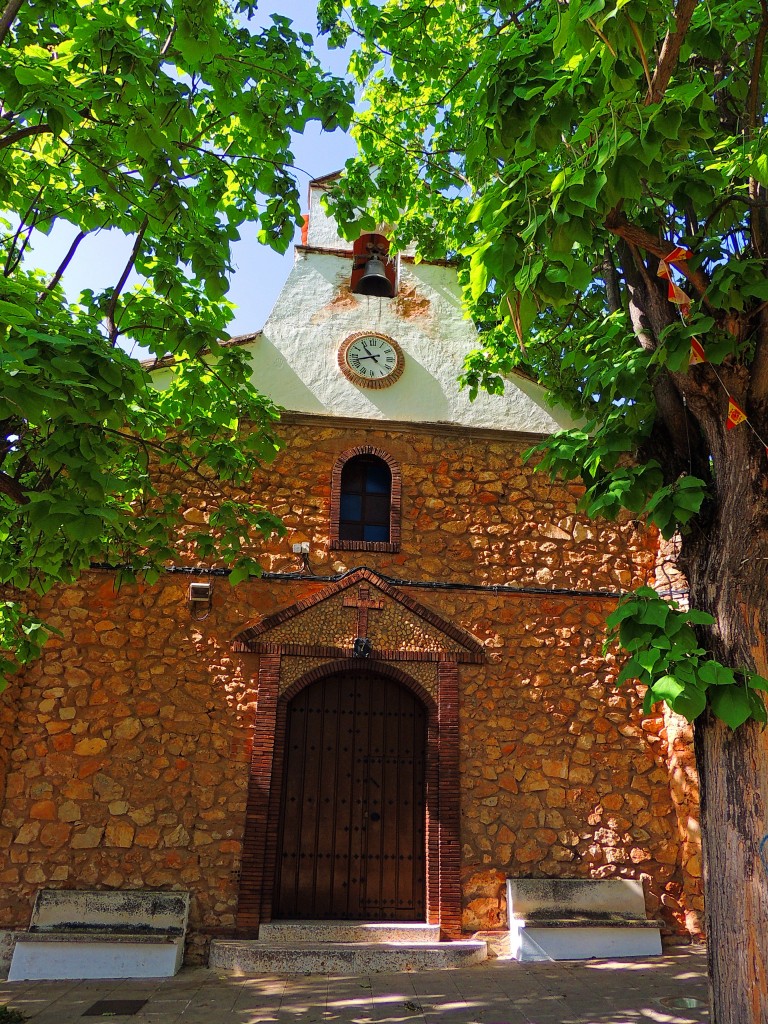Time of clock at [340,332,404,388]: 10:42
